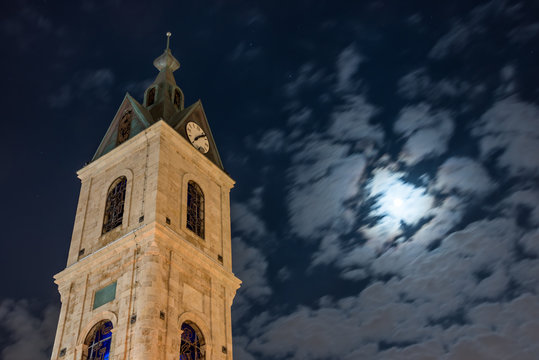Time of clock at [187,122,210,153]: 8:12
